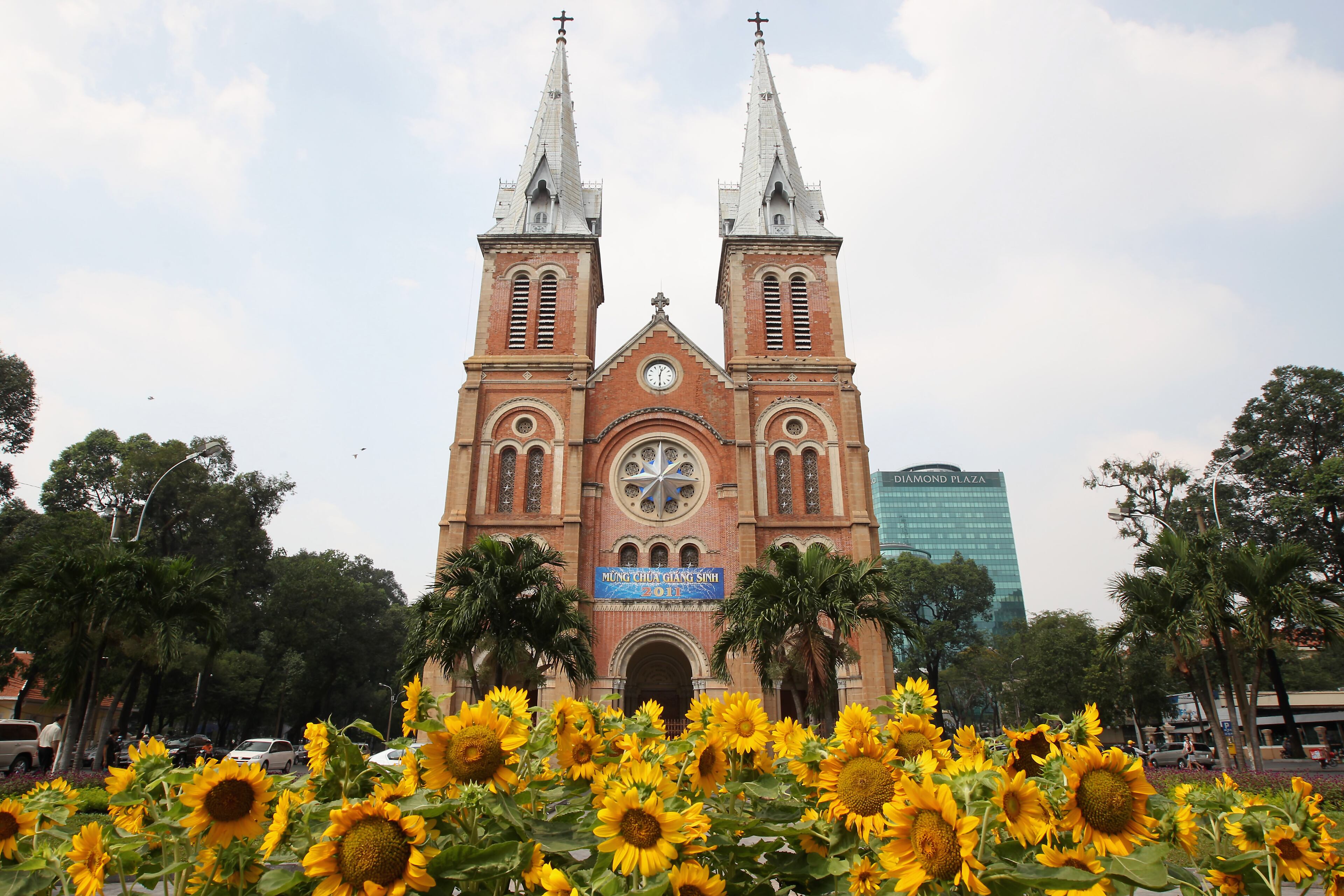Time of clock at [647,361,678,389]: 12:29
